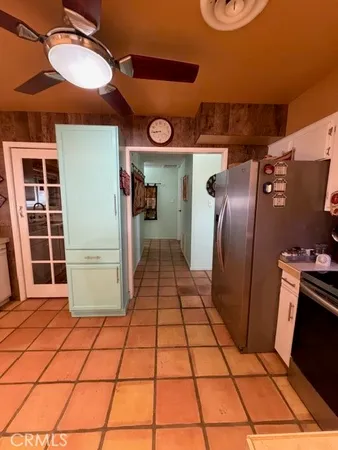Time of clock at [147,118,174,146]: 8:43
